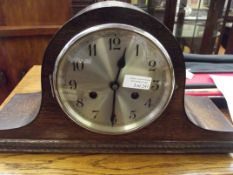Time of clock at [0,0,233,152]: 12:30
